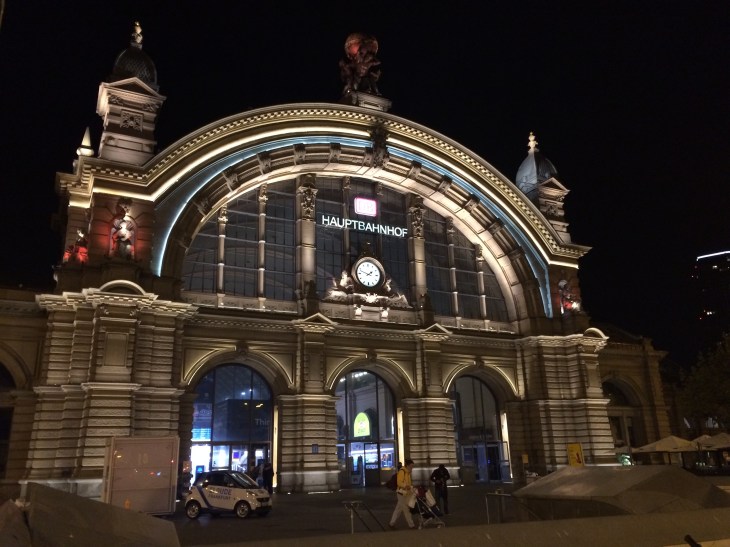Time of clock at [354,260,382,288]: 1:47
